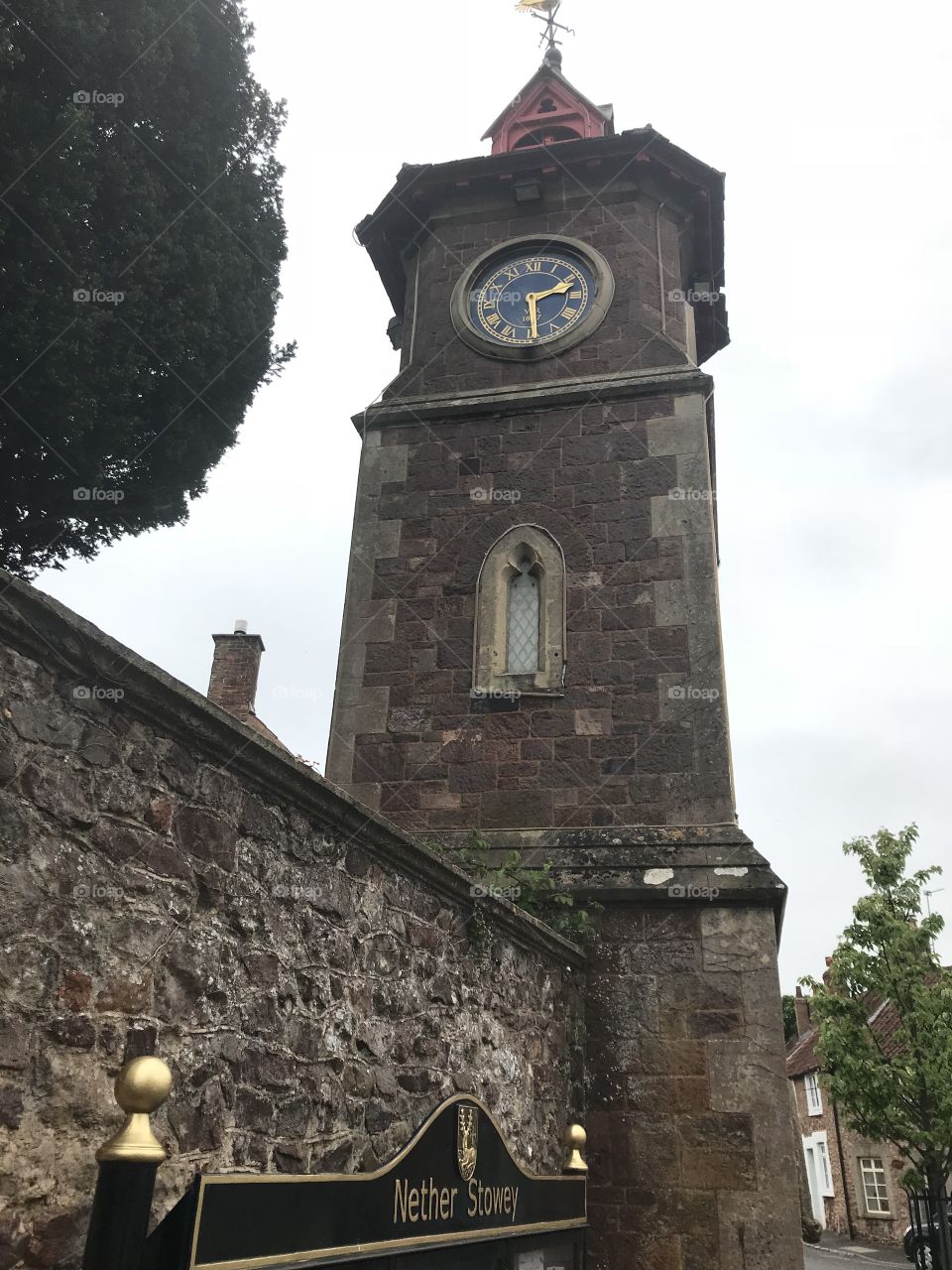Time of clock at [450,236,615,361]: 2:29
